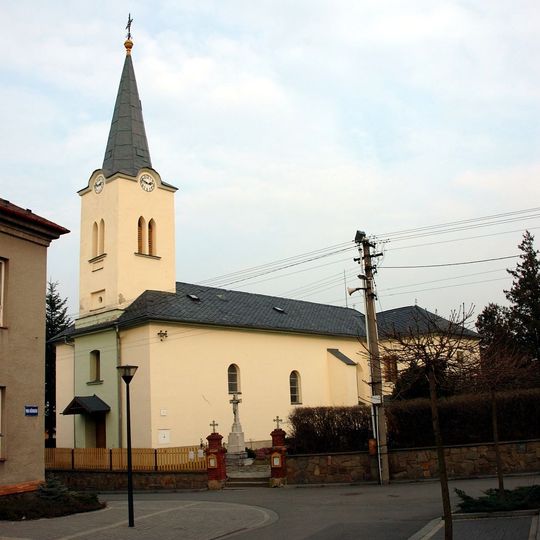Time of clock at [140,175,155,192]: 2:48
